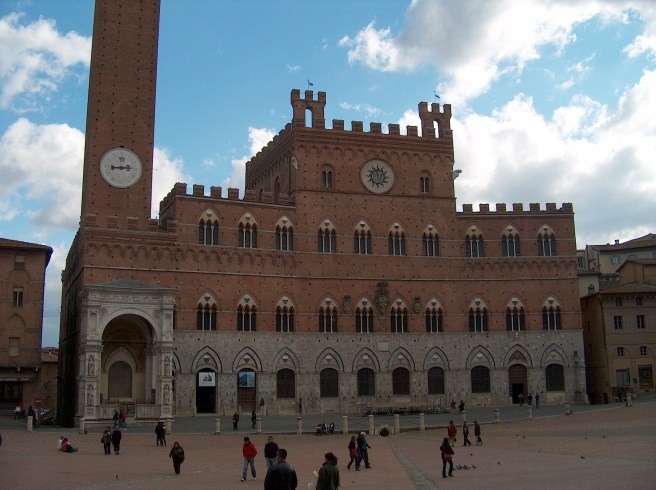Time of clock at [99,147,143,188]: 2:43
